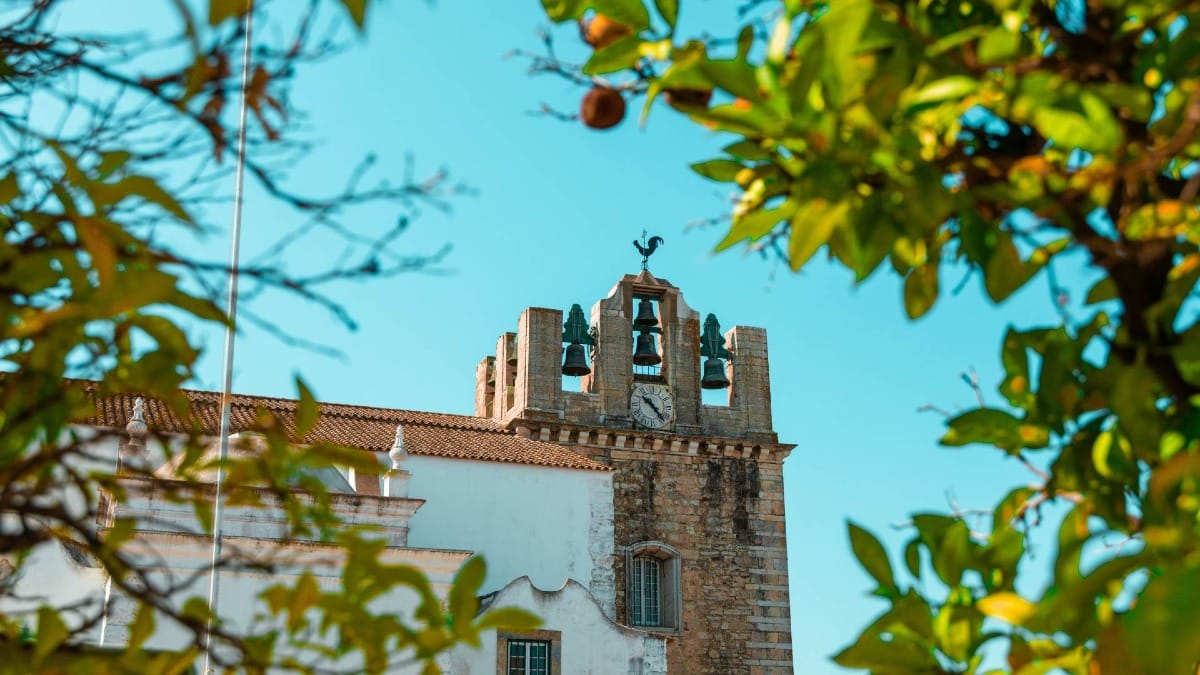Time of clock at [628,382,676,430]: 10:23
